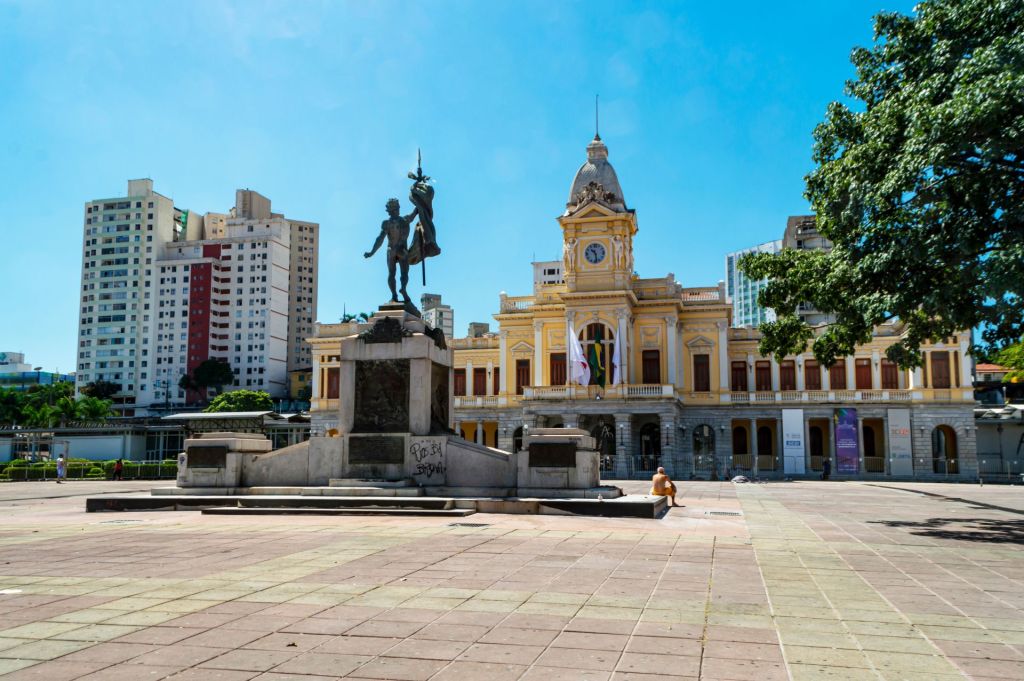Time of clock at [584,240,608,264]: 10:28
